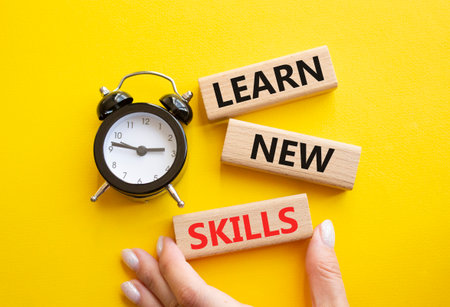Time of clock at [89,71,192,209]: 2:46
